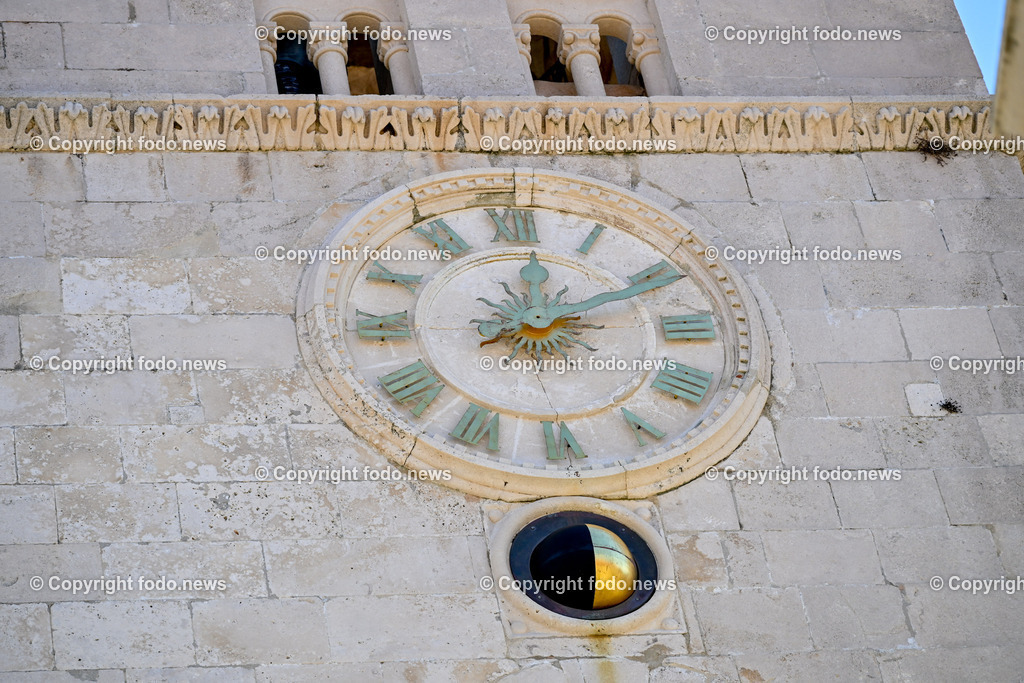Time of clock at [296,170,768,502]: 12:10
